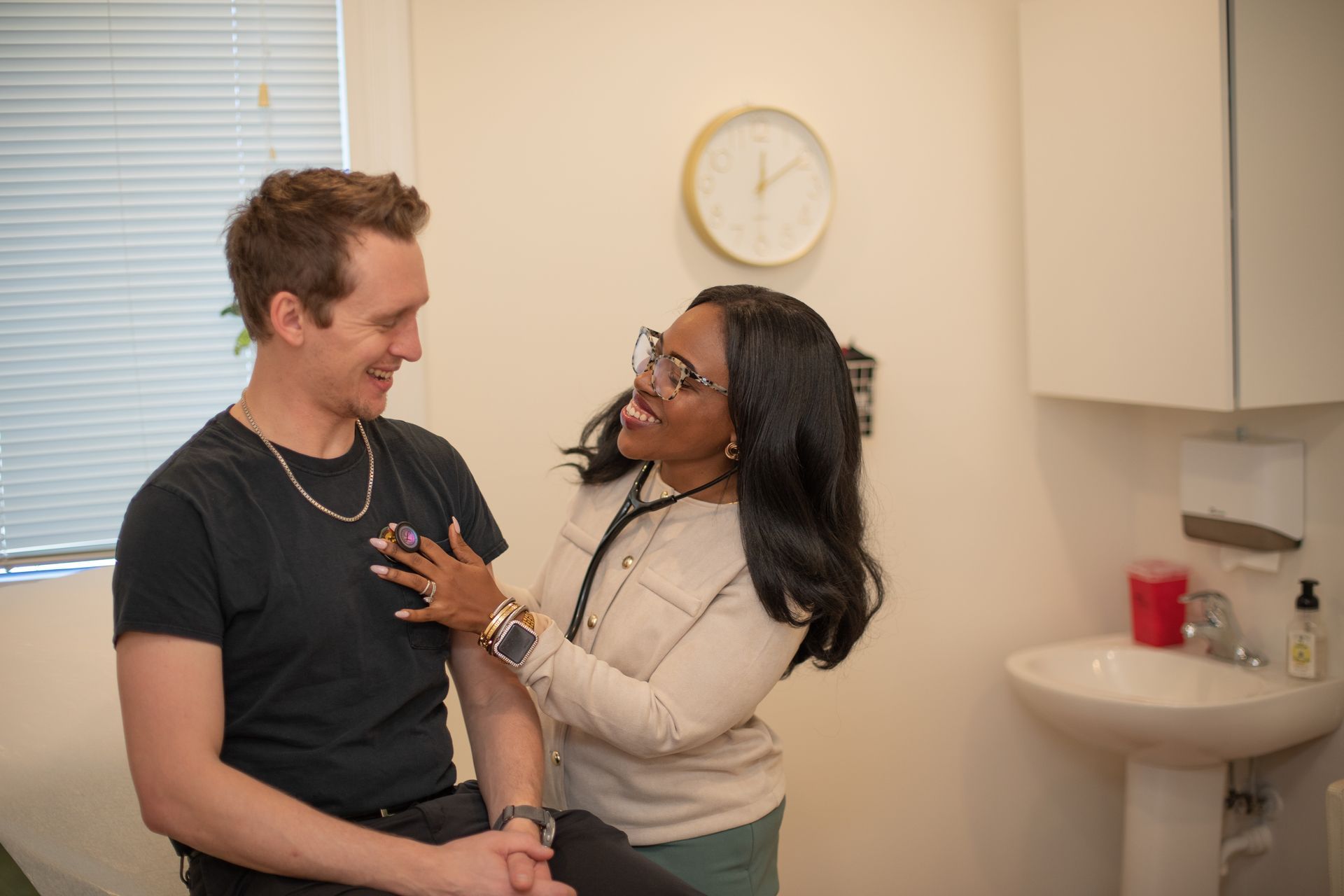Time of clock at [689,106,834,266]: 12:09
